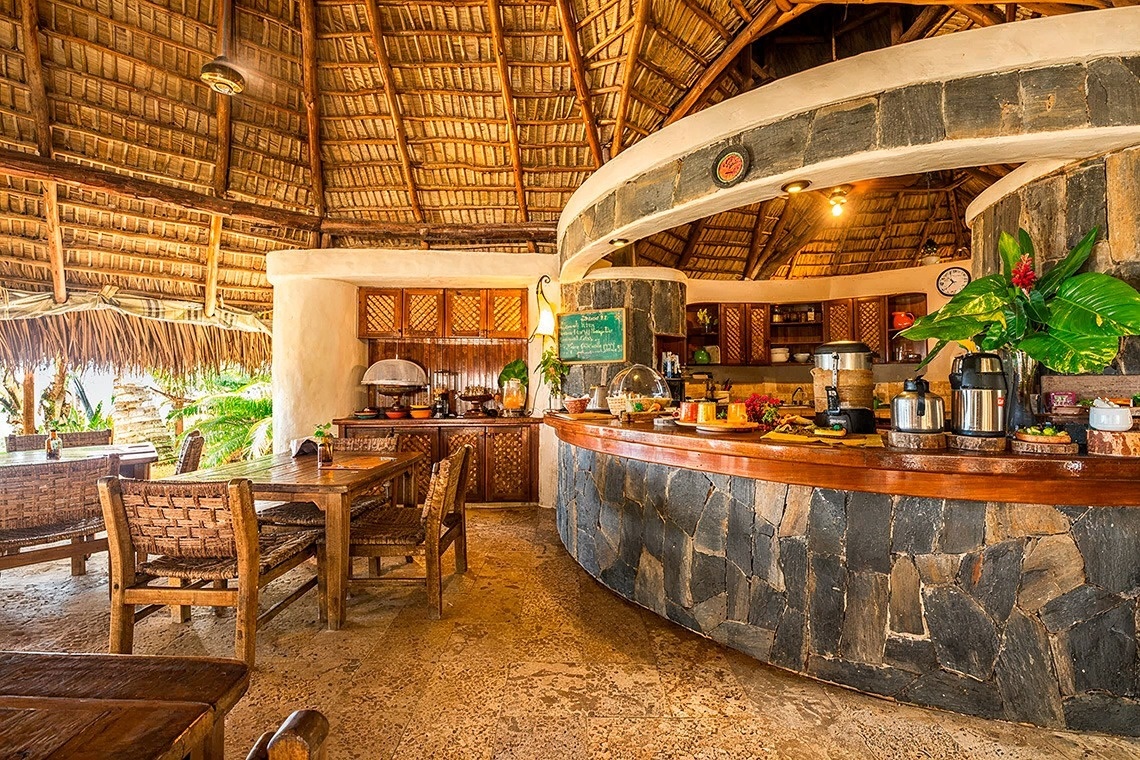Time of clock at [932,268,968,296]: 10:38
